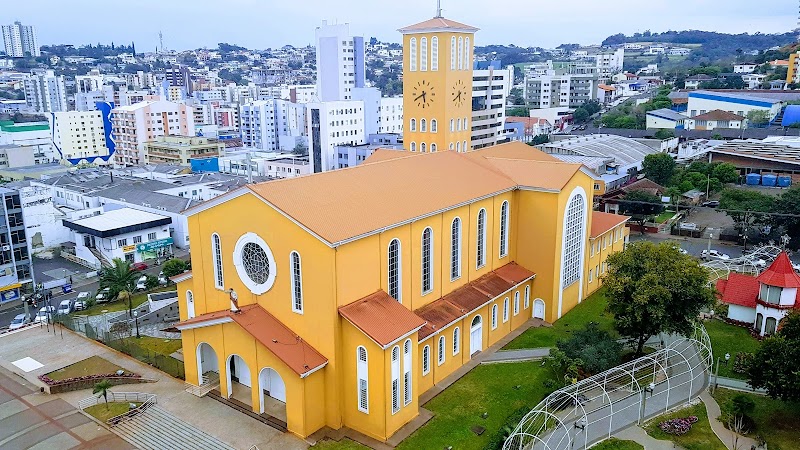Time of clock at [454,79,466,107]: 5:39
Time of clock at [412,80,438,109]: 5:40
